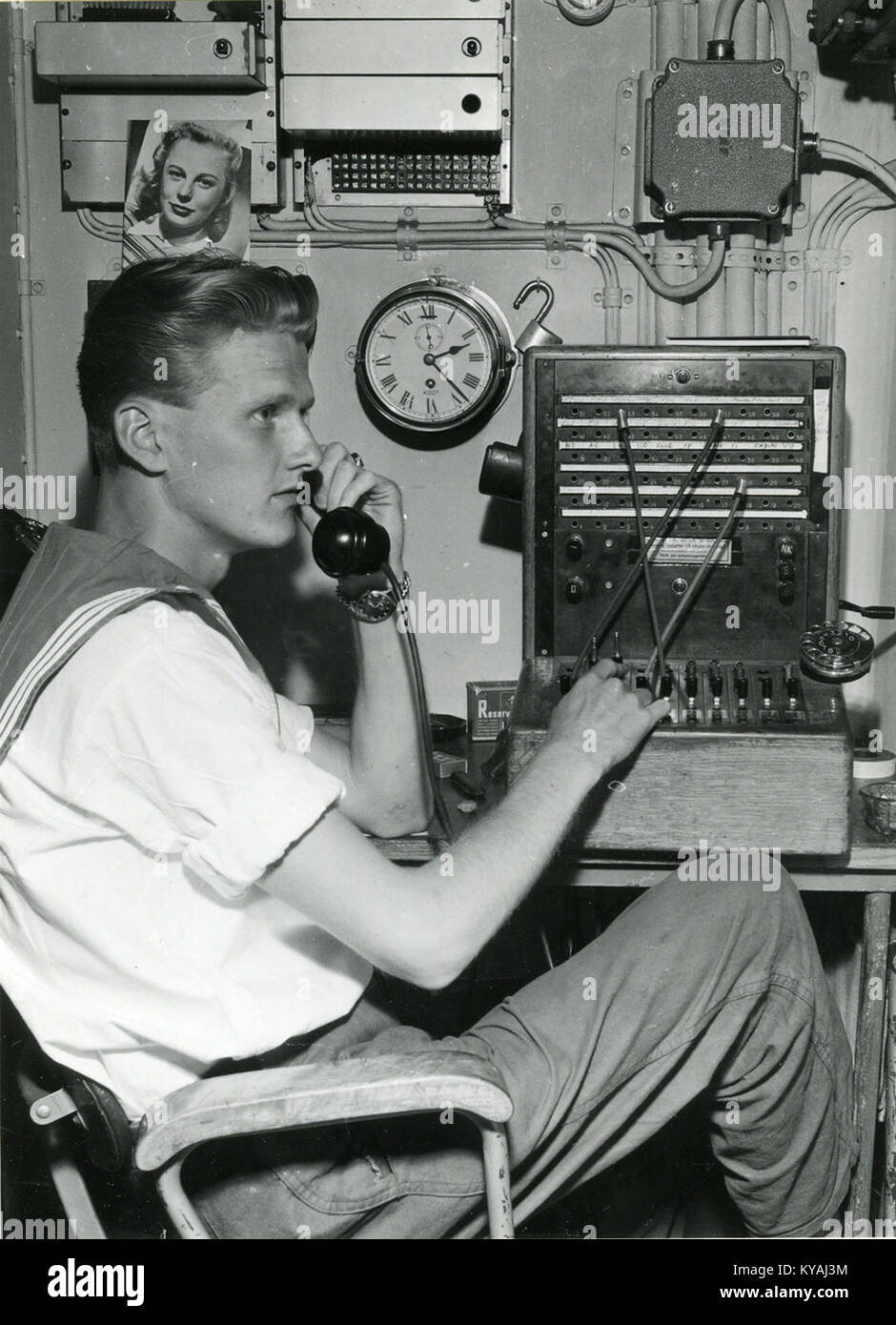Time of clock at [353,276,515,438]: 2:23
